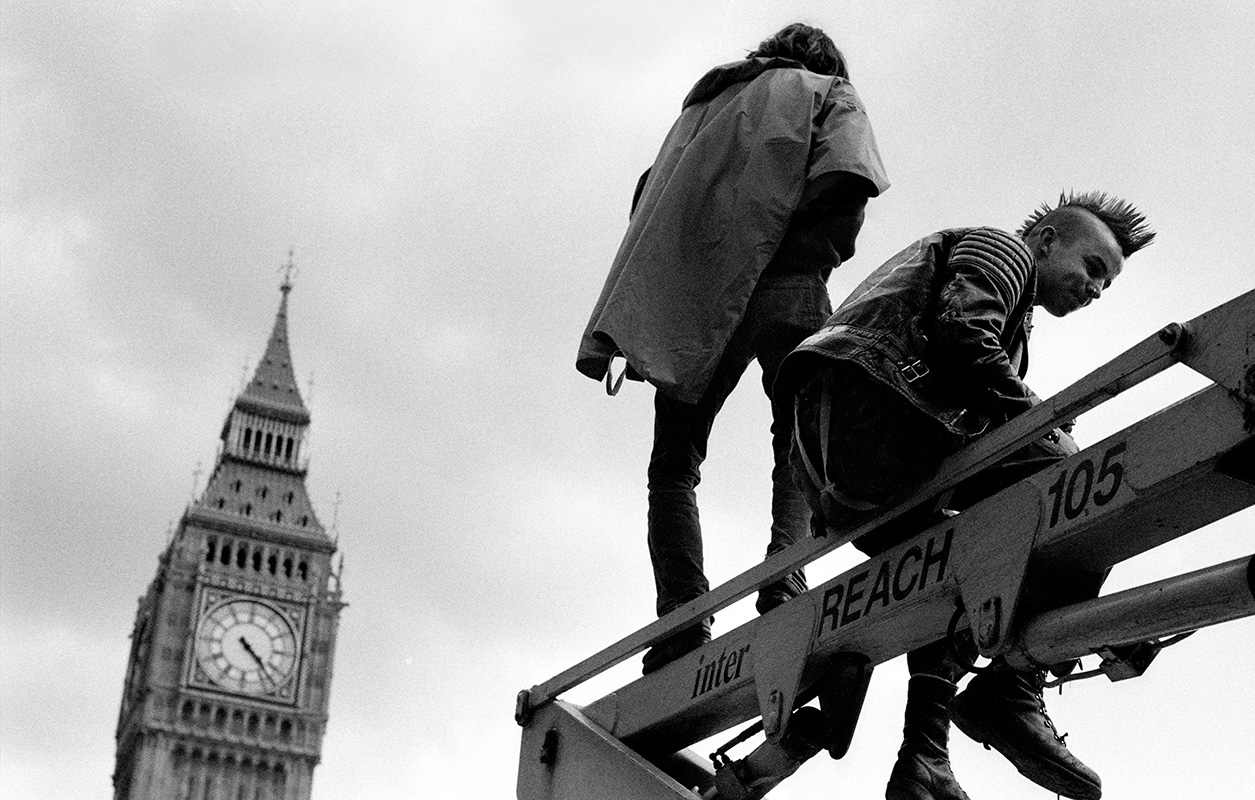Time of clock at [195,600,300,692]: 4:22
